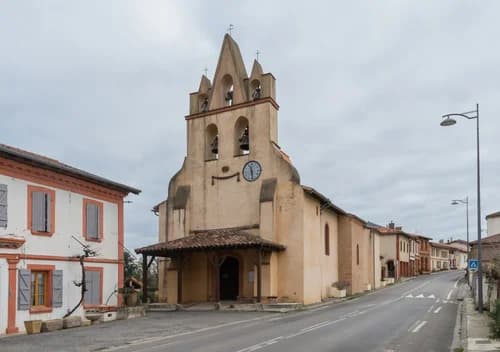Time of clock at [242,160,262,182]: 11:28
